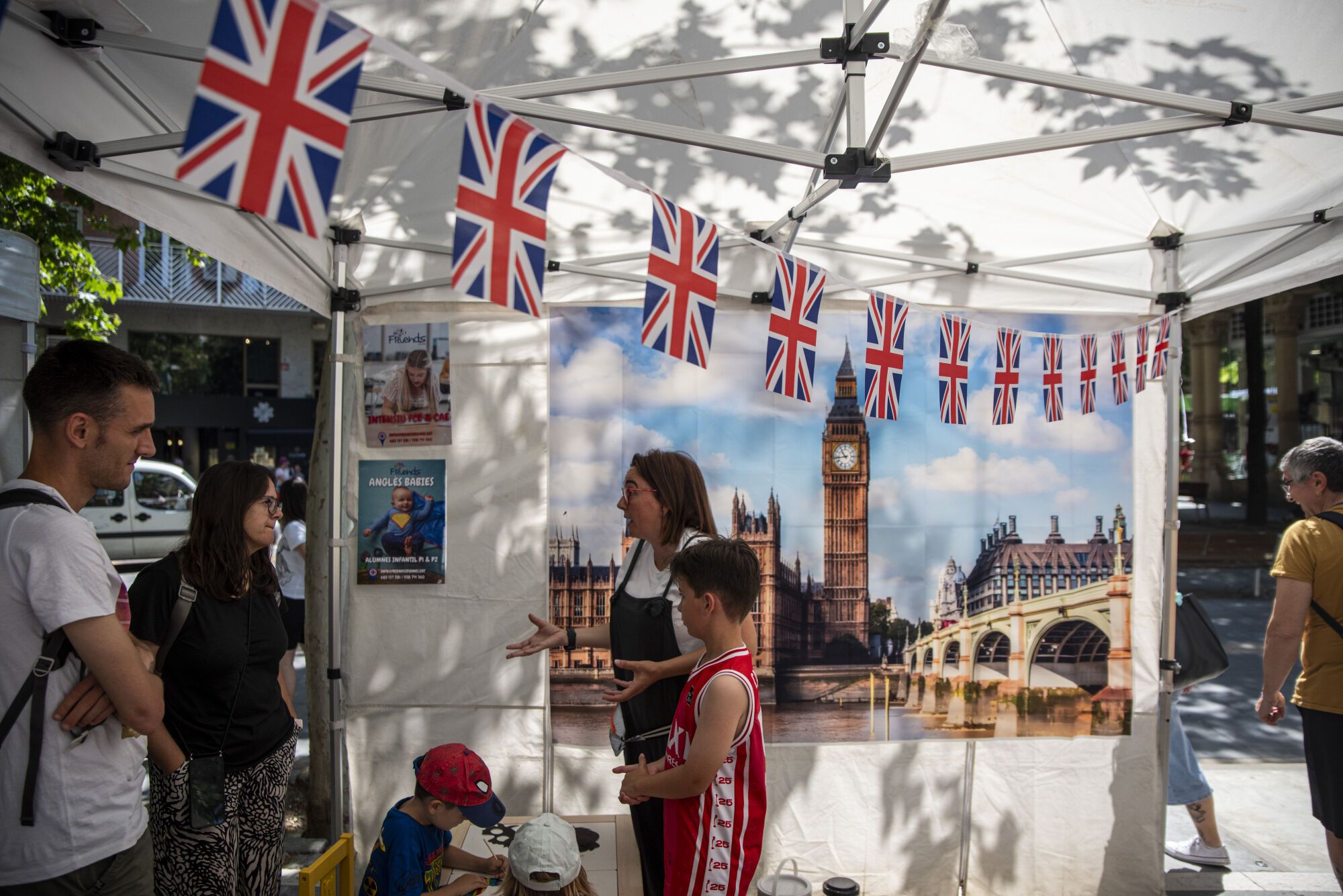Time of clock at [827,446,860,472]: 10:43
